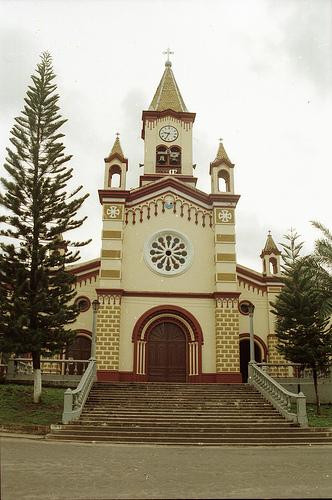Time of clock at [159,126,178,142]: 9:34
